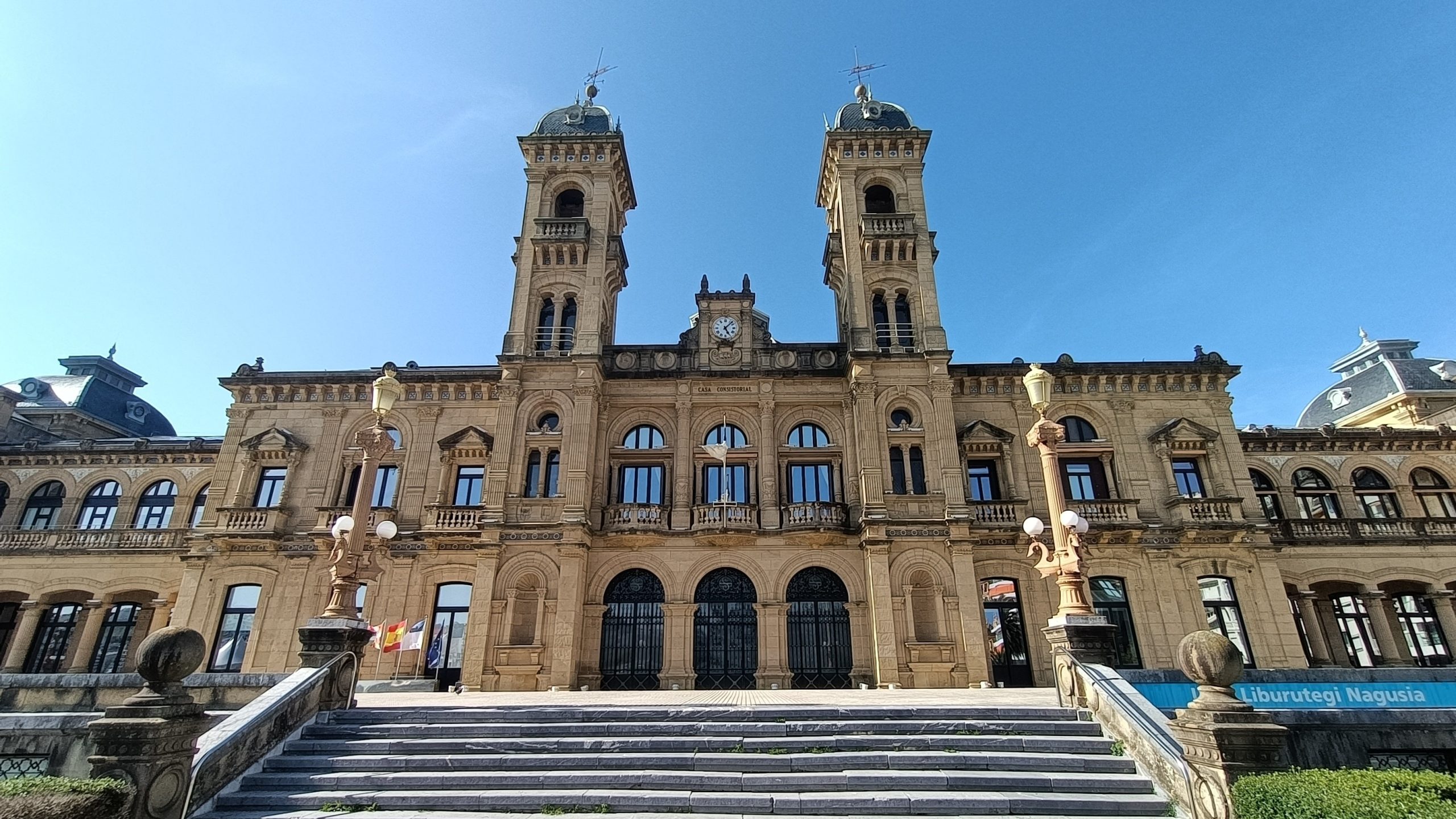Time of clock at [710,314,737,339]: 5:07
